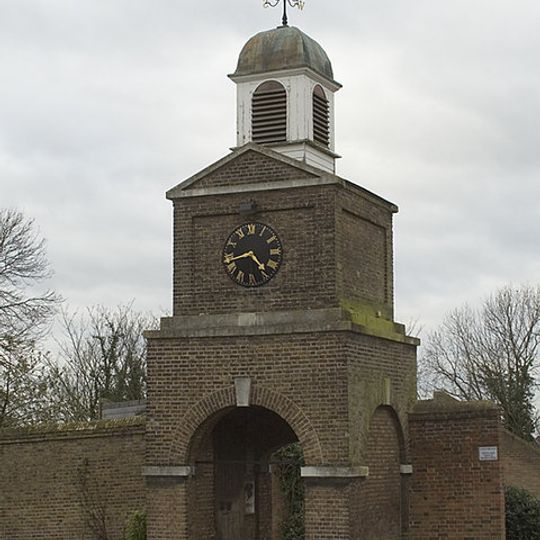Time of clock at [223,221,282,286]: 4:42
